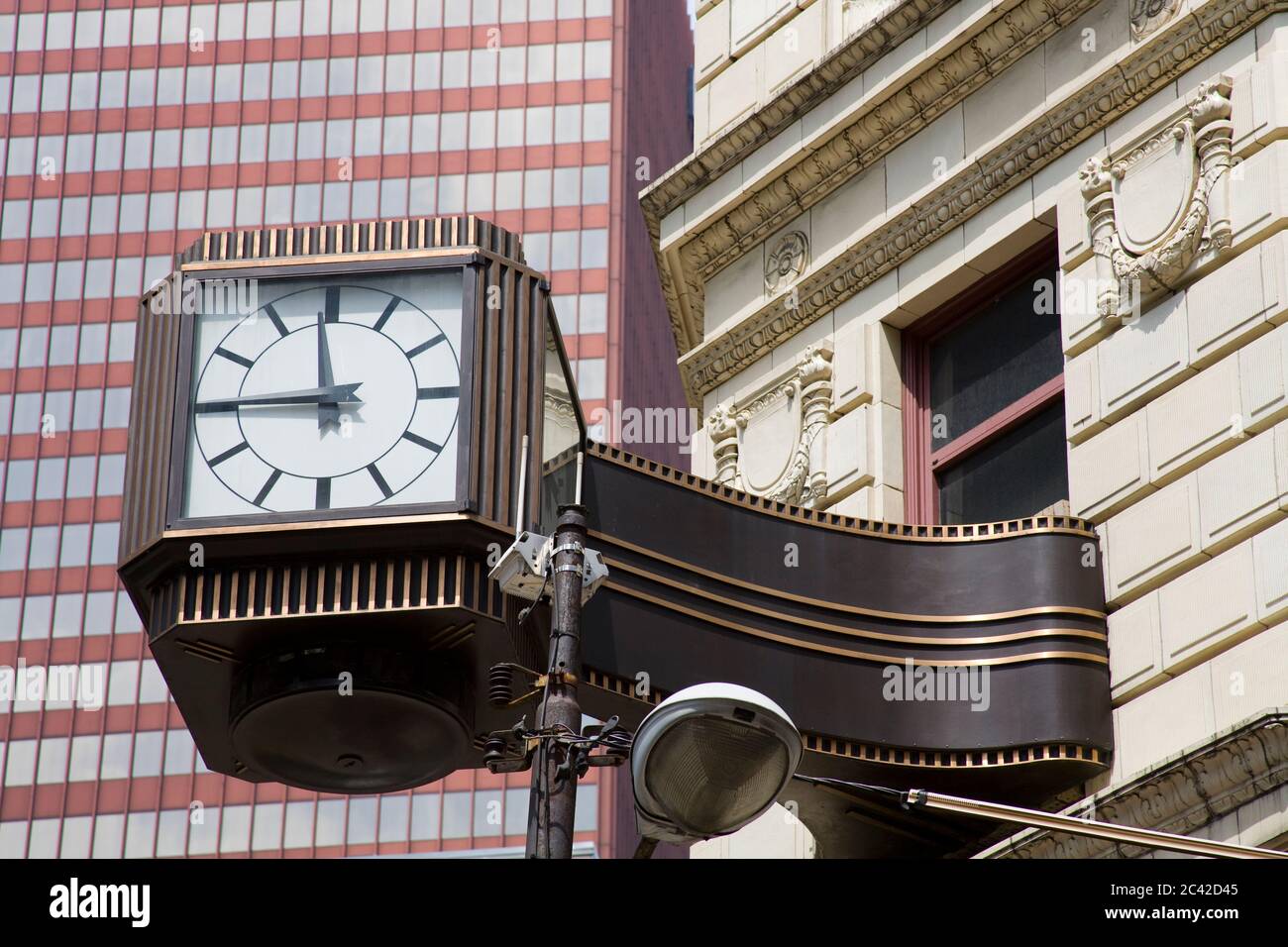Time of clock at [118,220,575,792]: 11:45
